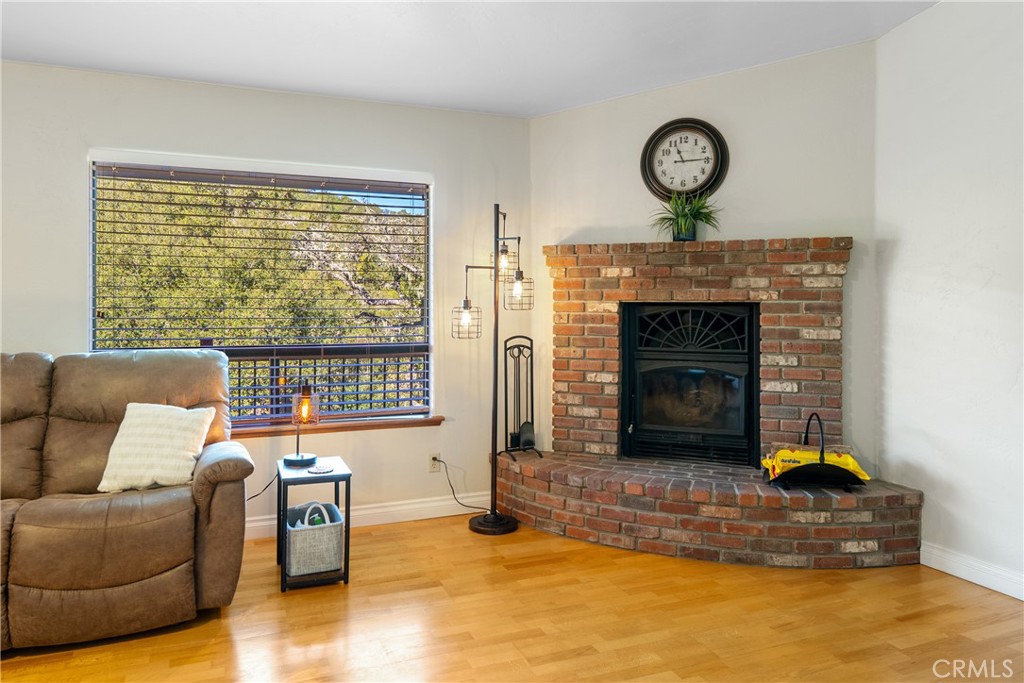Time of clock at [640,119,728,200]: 11:14
